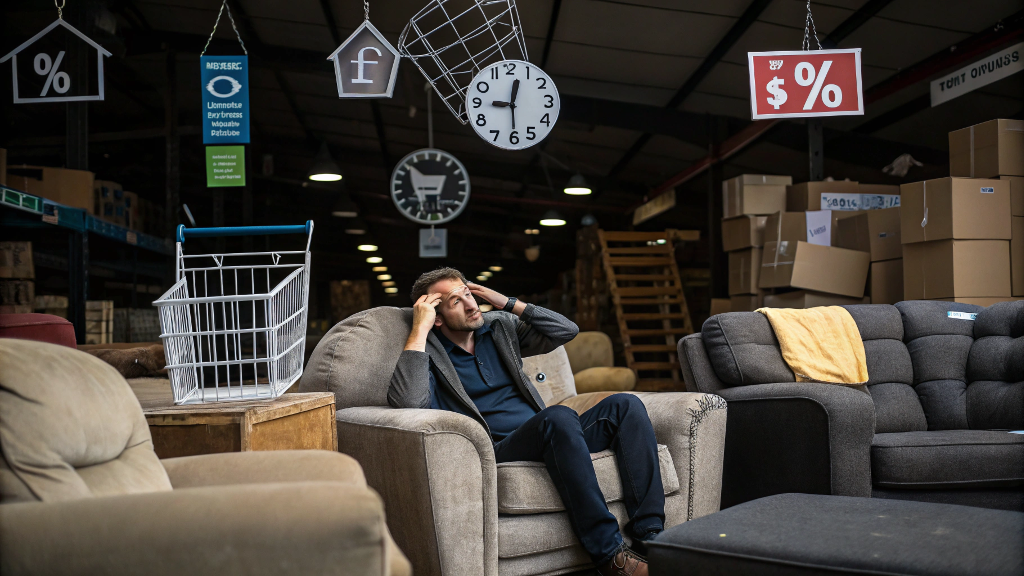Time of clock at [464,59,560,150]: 12:29
